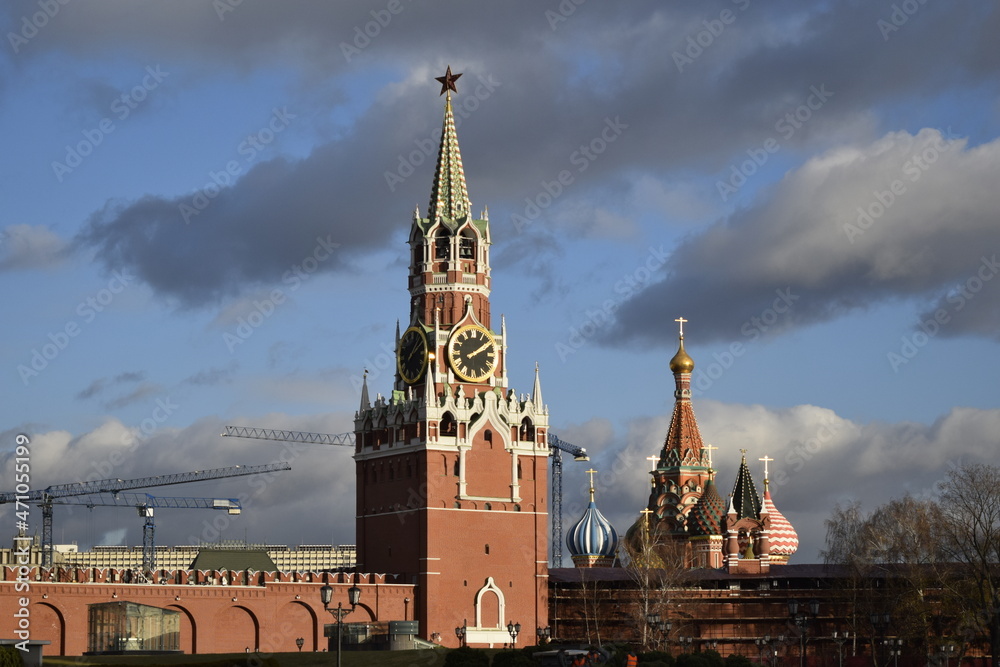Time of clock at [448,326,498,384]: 2:09
